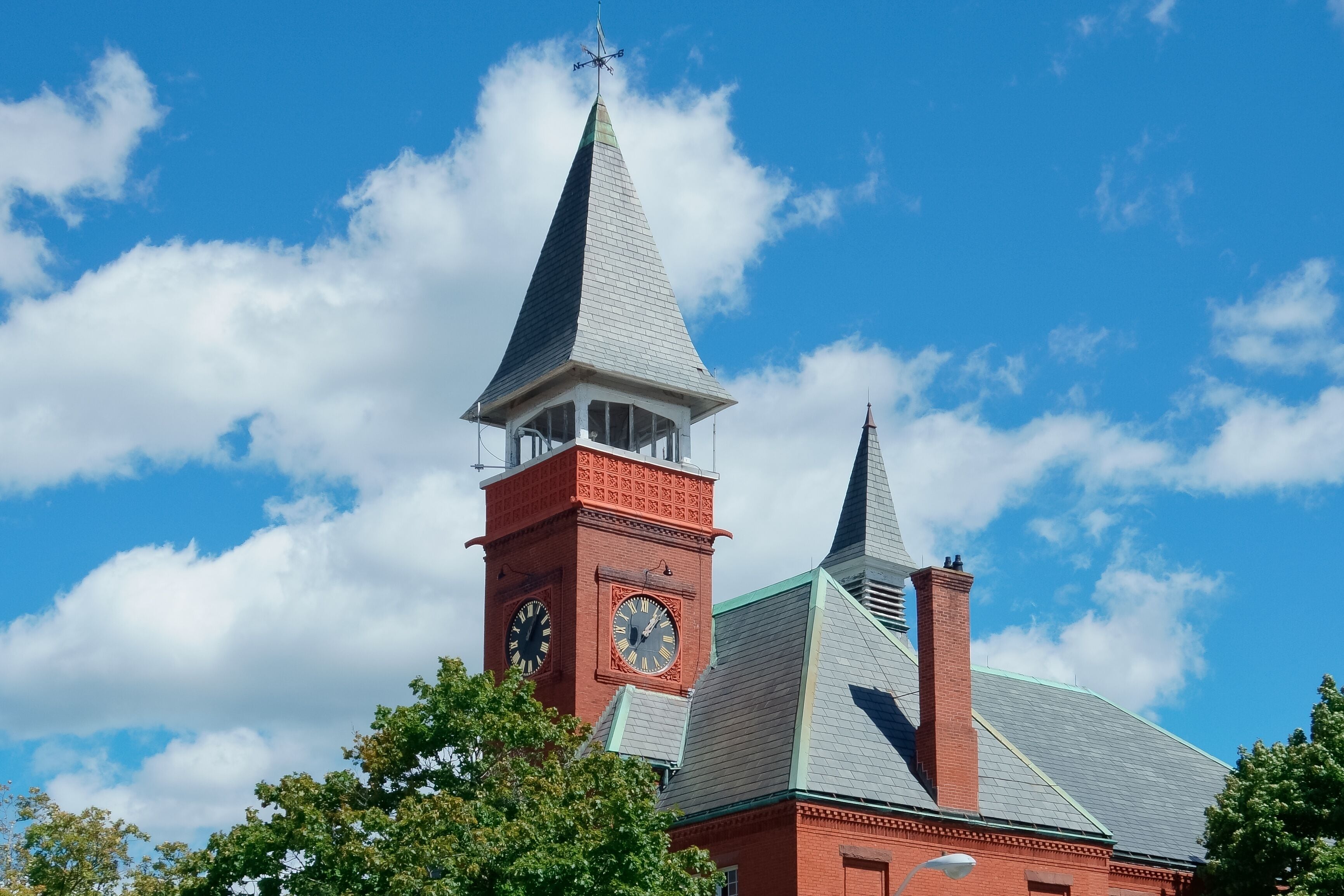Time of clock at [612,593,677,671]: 1:07
